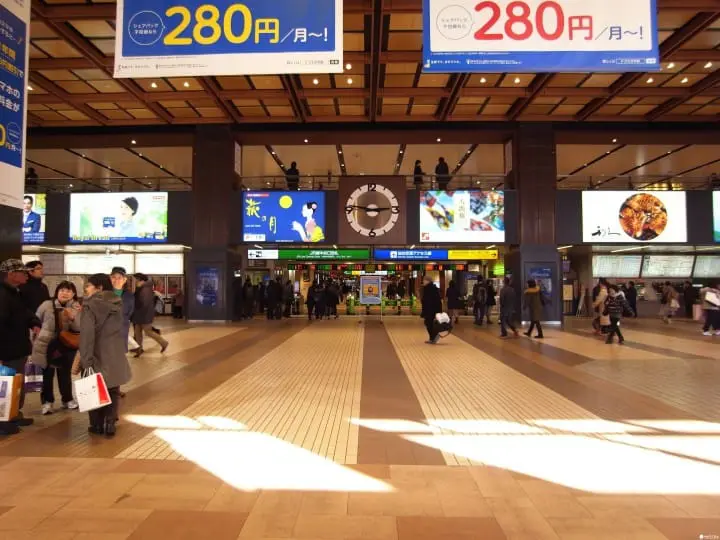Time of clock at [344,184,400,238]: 2:46
